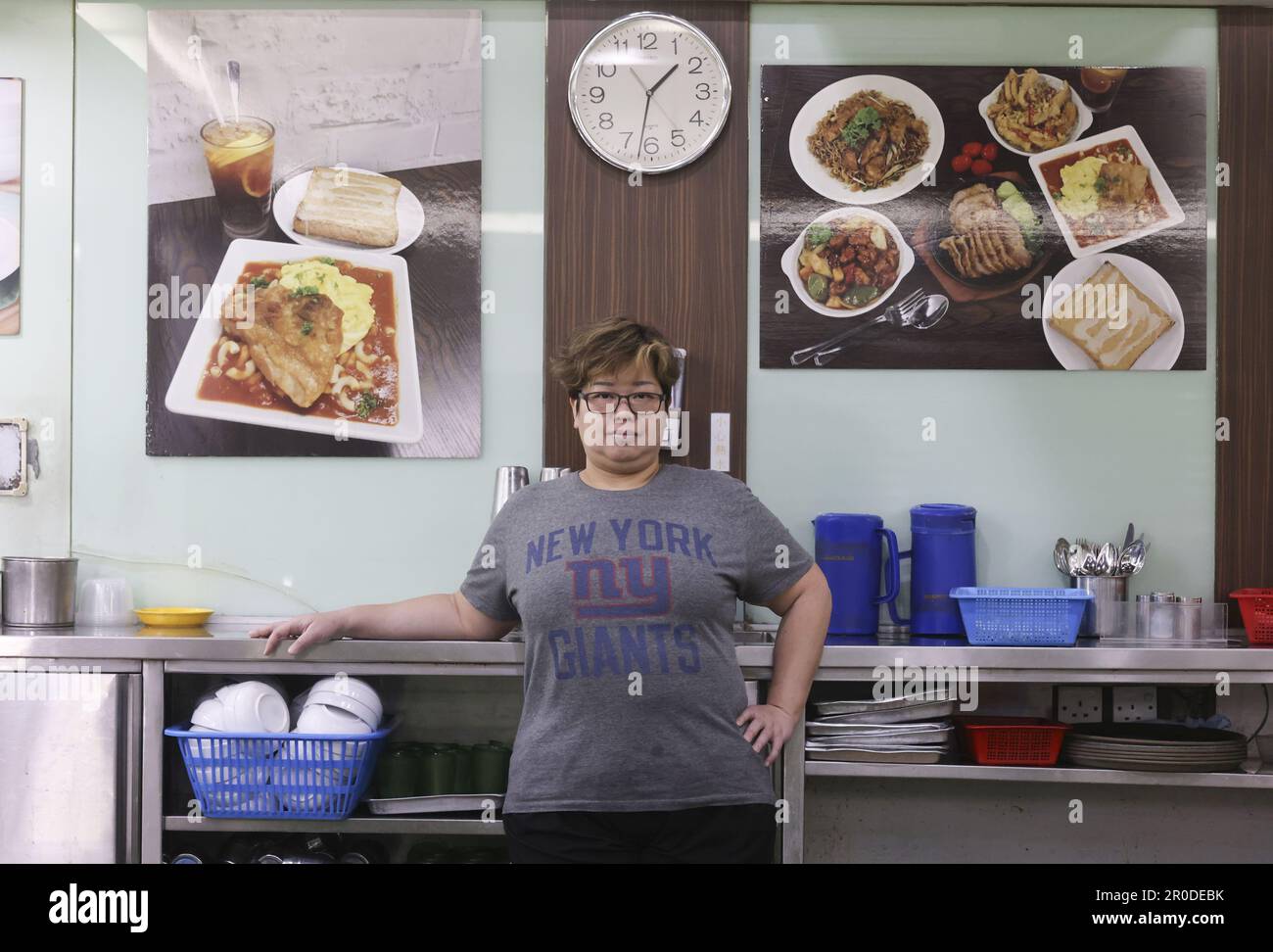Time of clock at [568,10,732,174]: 1:32
